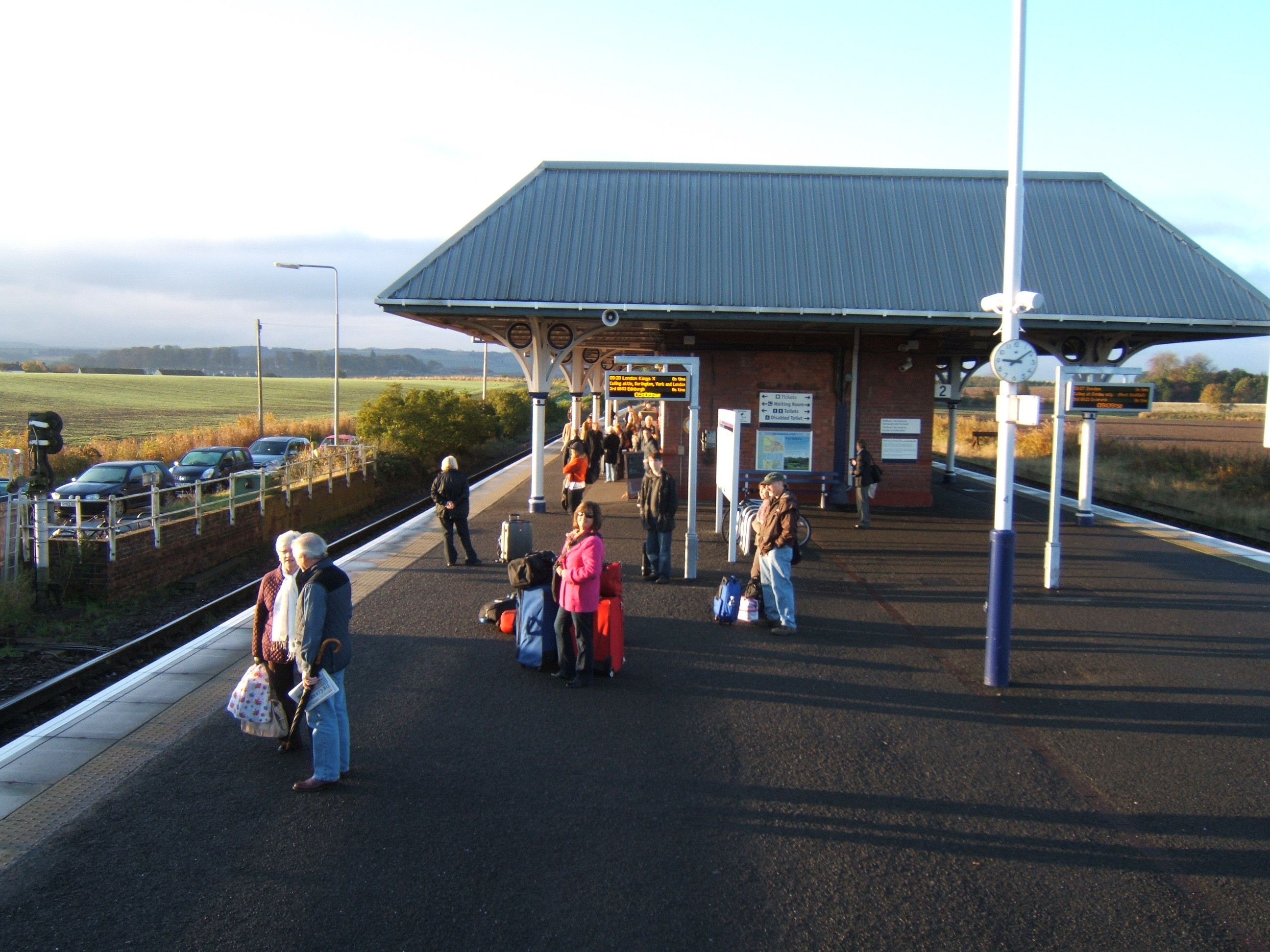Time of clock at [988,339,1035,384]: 9:08
